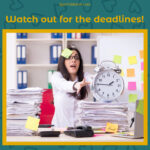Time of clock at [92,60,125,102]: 1:45
